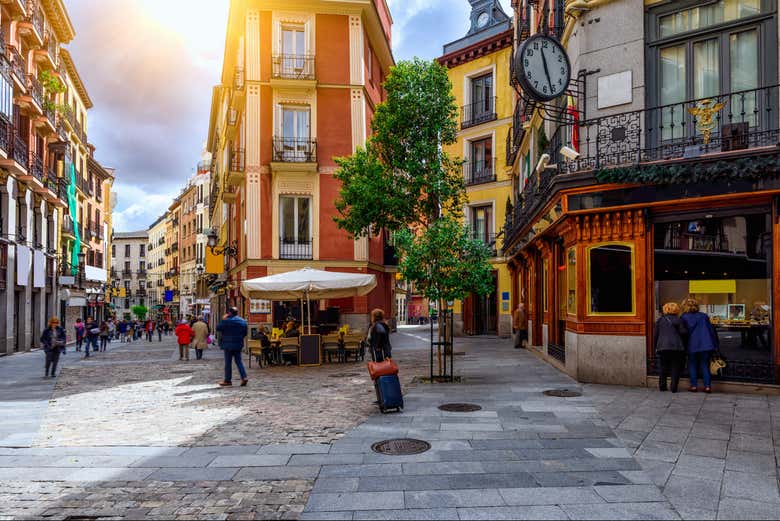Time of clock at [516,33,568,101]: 11:26
